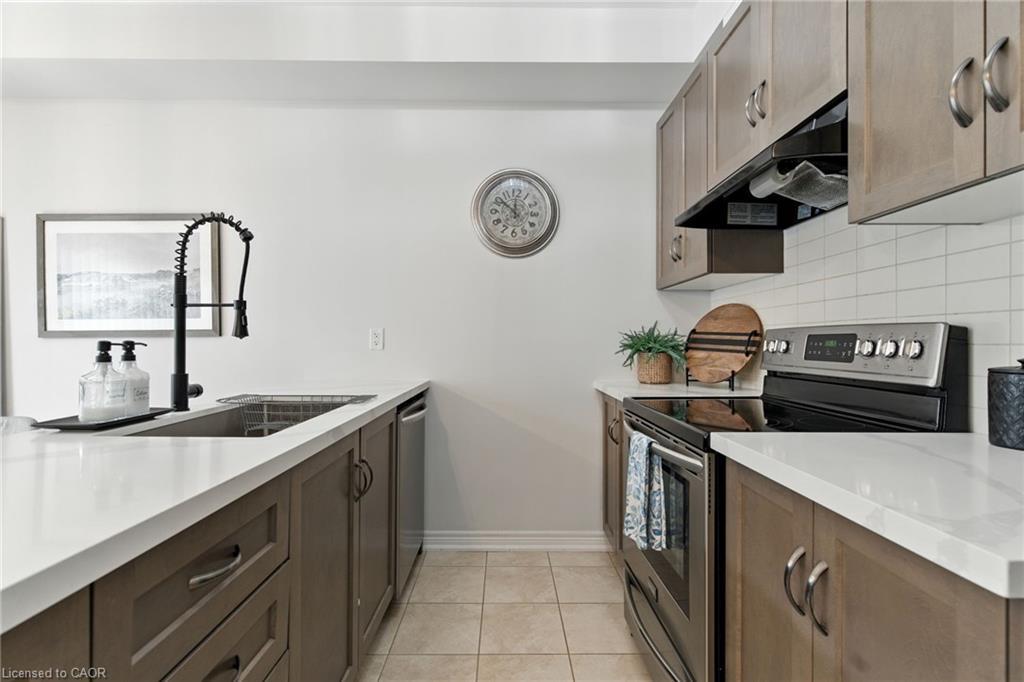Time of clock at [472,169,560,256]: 11:51
